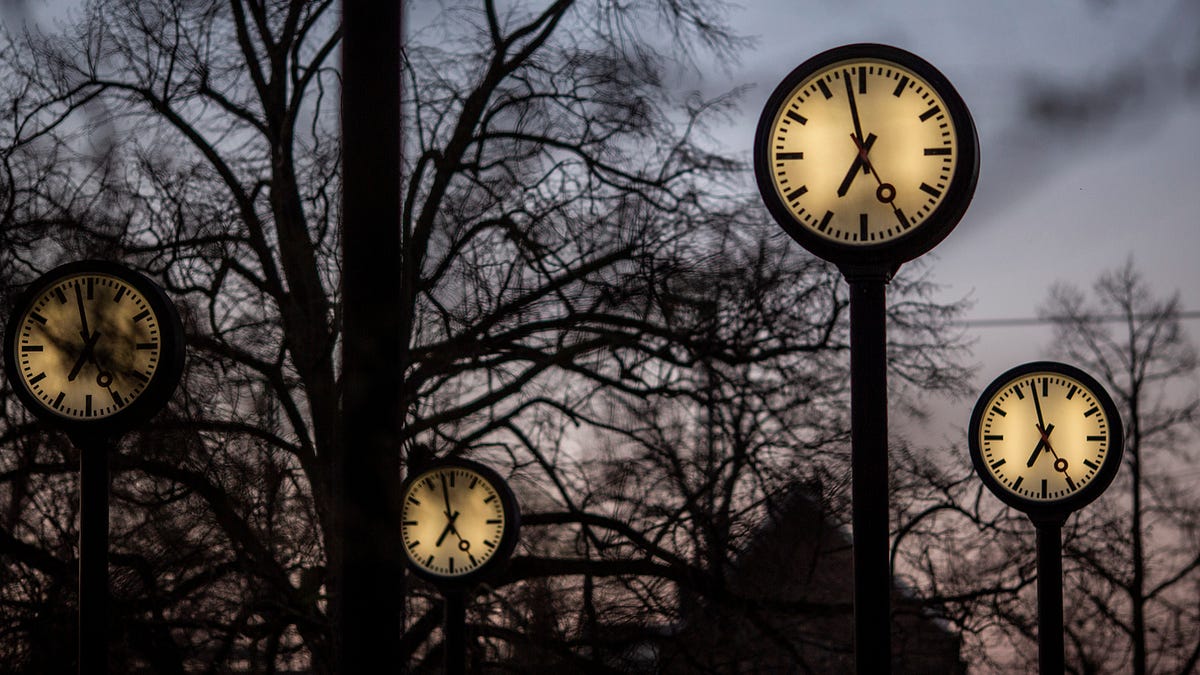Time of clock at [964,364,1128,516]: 6:57
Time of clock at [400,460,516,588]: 6:58
